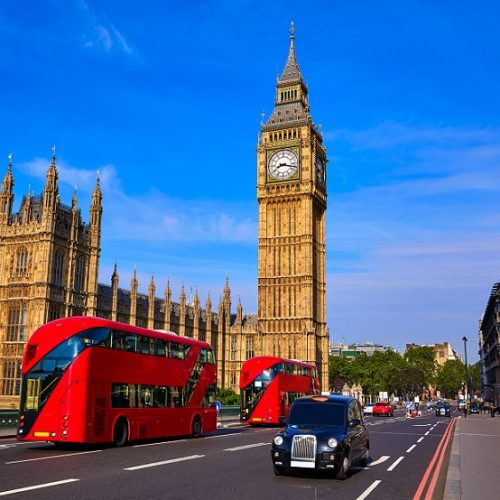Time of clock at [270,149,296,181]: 8:17
